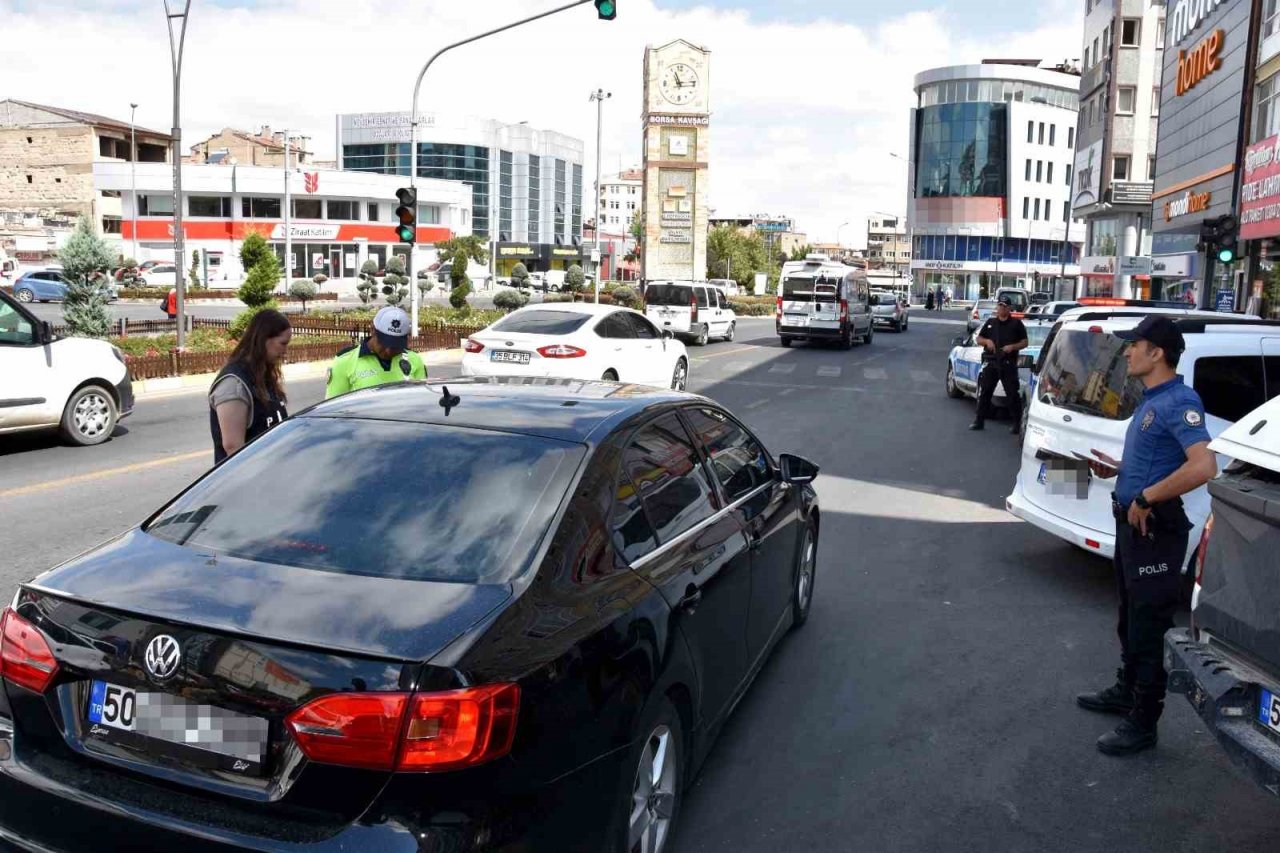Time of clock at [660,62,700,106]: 11:13
